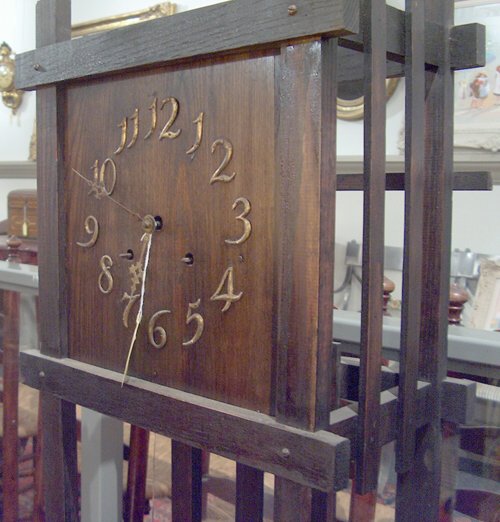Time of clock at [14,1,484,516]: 6:32
